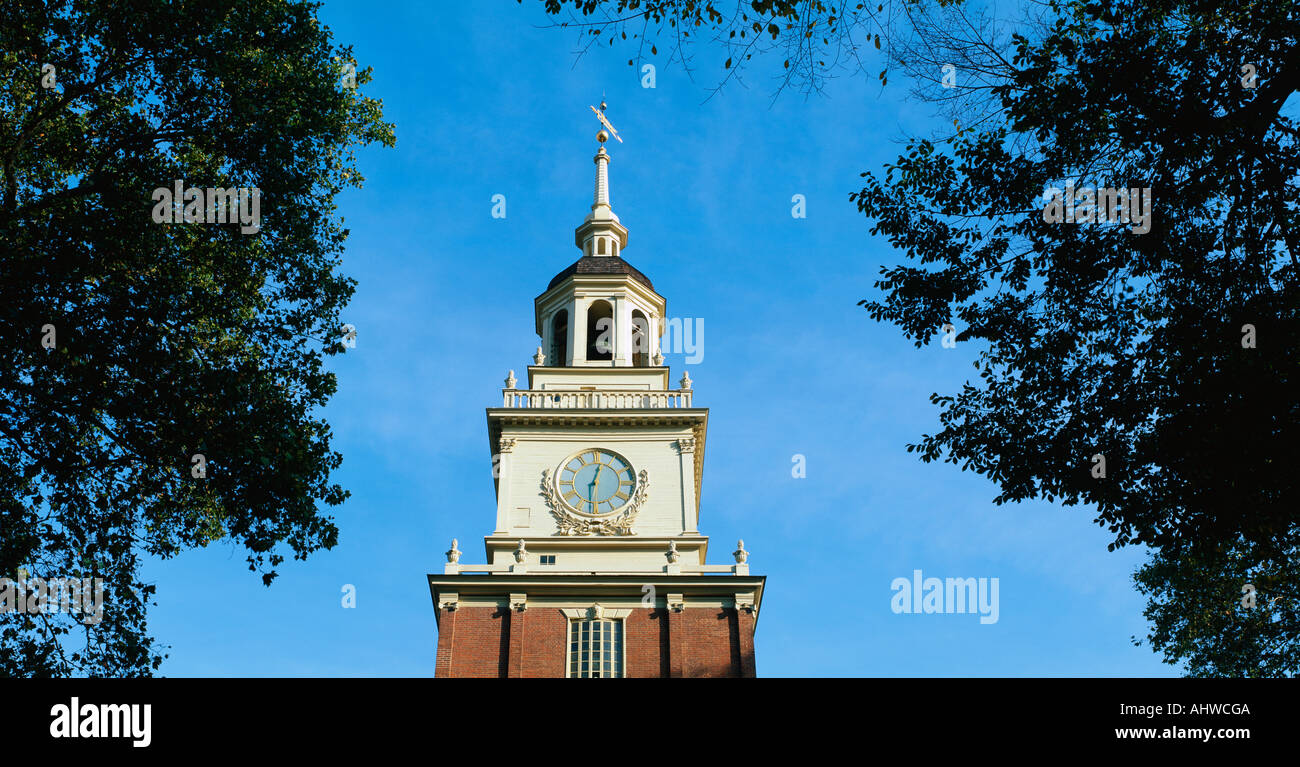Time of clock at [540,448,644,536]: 12:30
